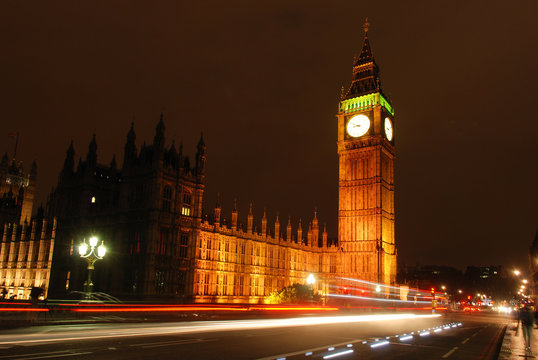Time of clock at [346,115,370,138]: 8:49
